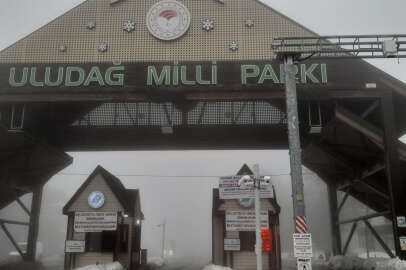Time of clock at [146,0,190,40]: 10:12
